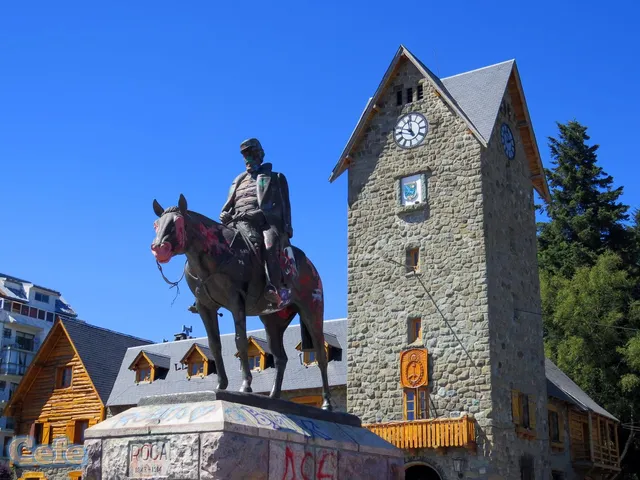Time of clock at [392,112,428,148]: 4:46
